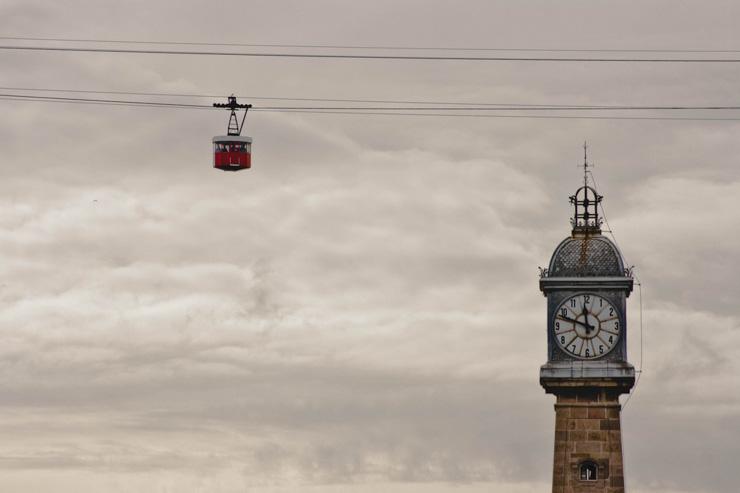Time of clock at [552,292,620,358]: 11:48
